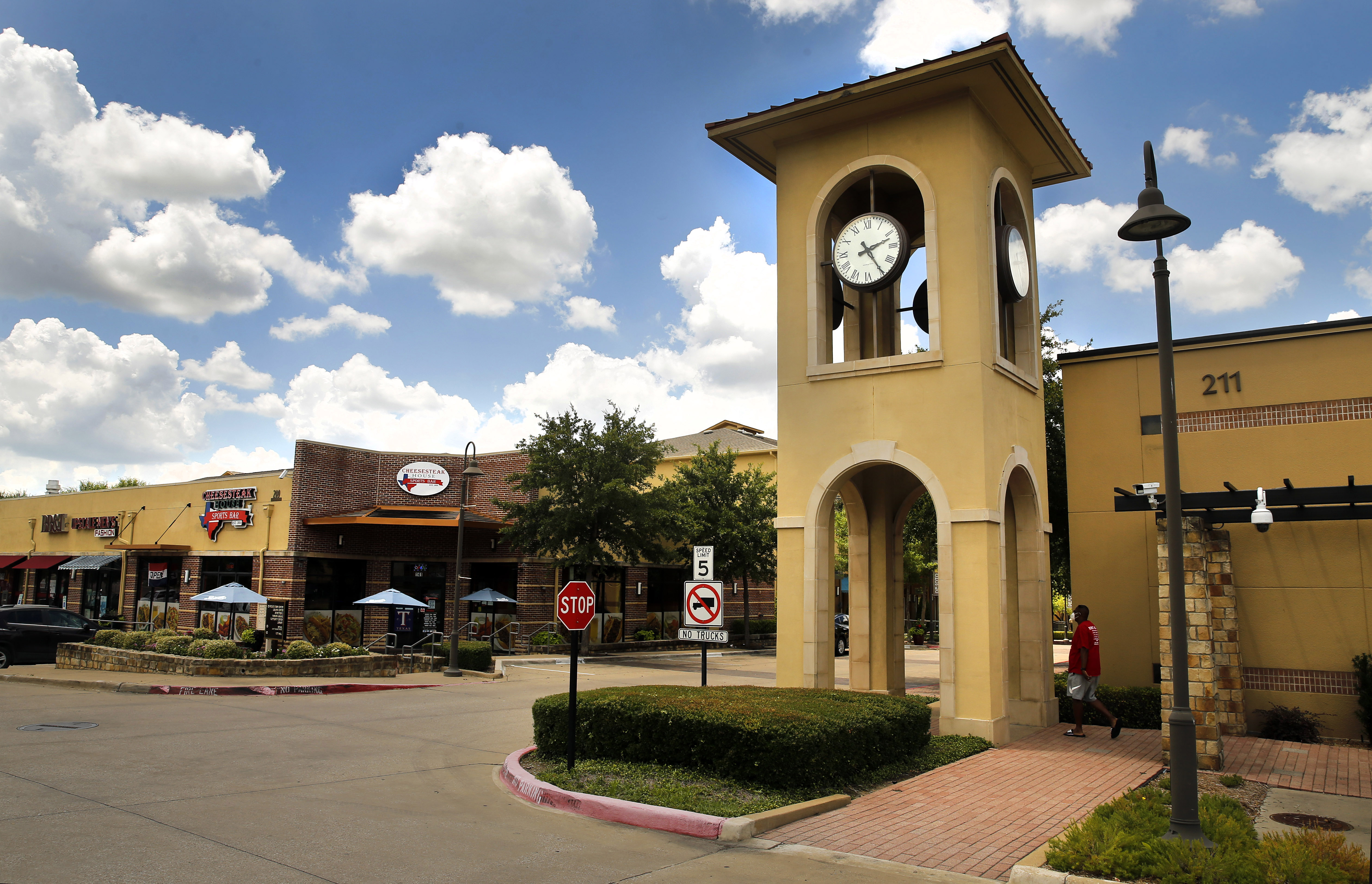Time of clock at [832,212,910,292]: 2:24
